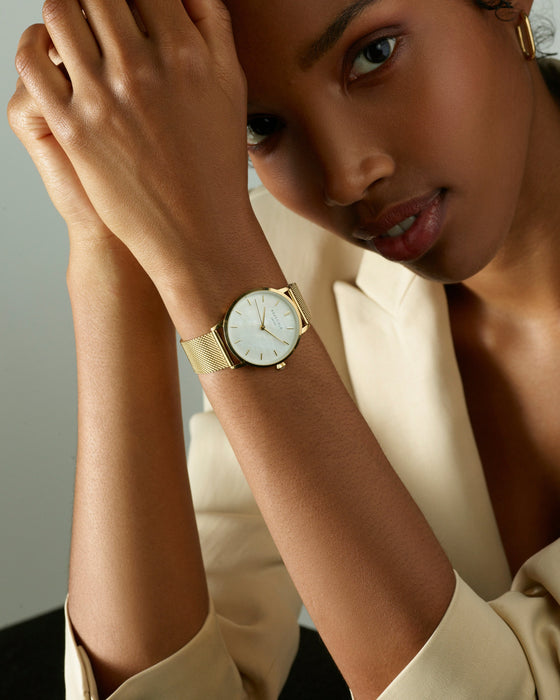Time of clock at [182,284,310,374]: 12:20
